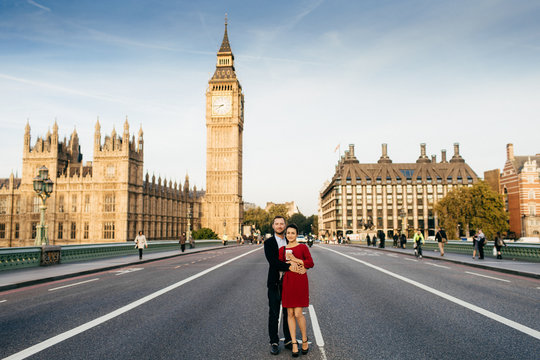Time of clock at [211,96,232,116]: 7:44
